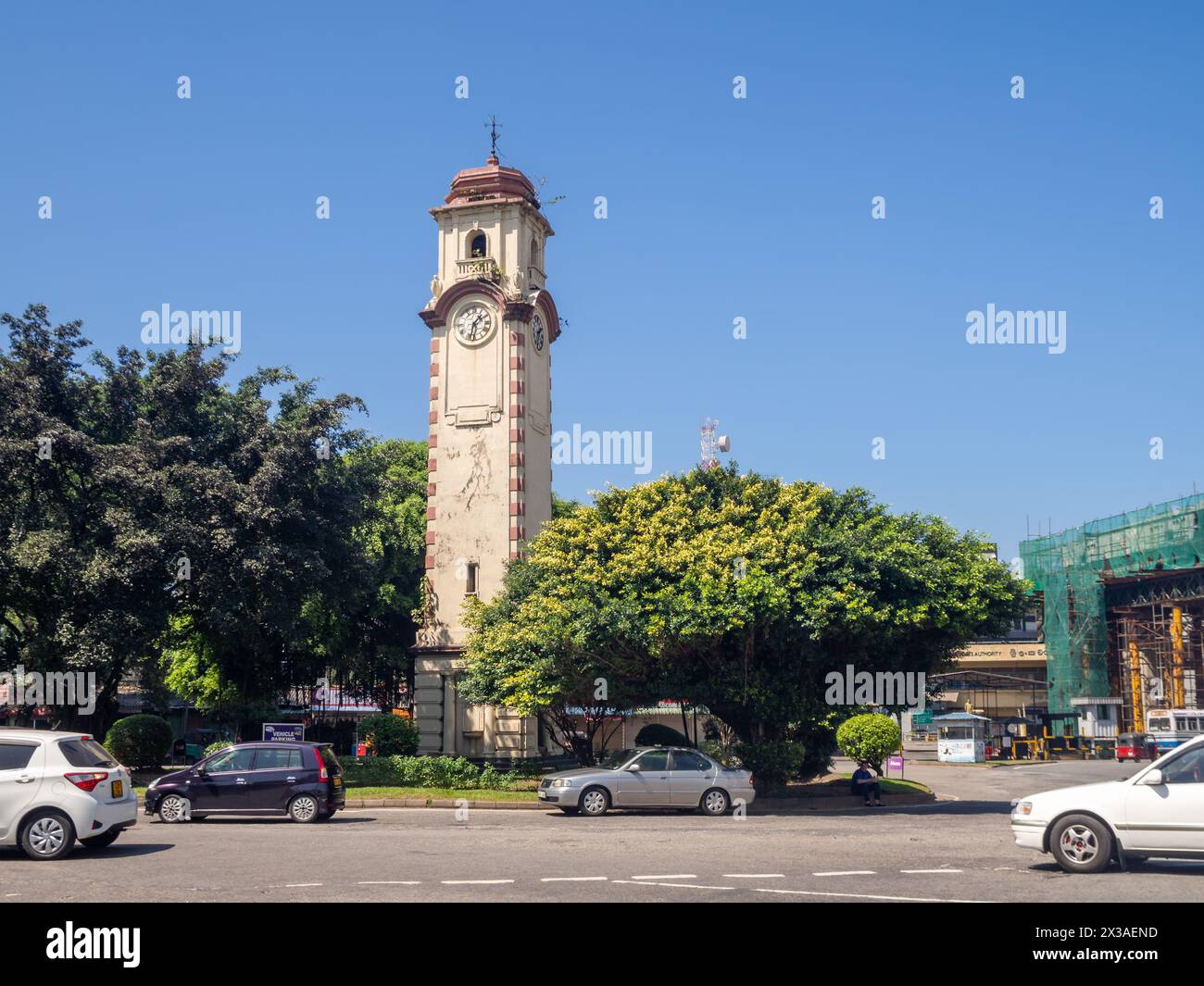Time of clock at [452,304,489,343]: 1:32
